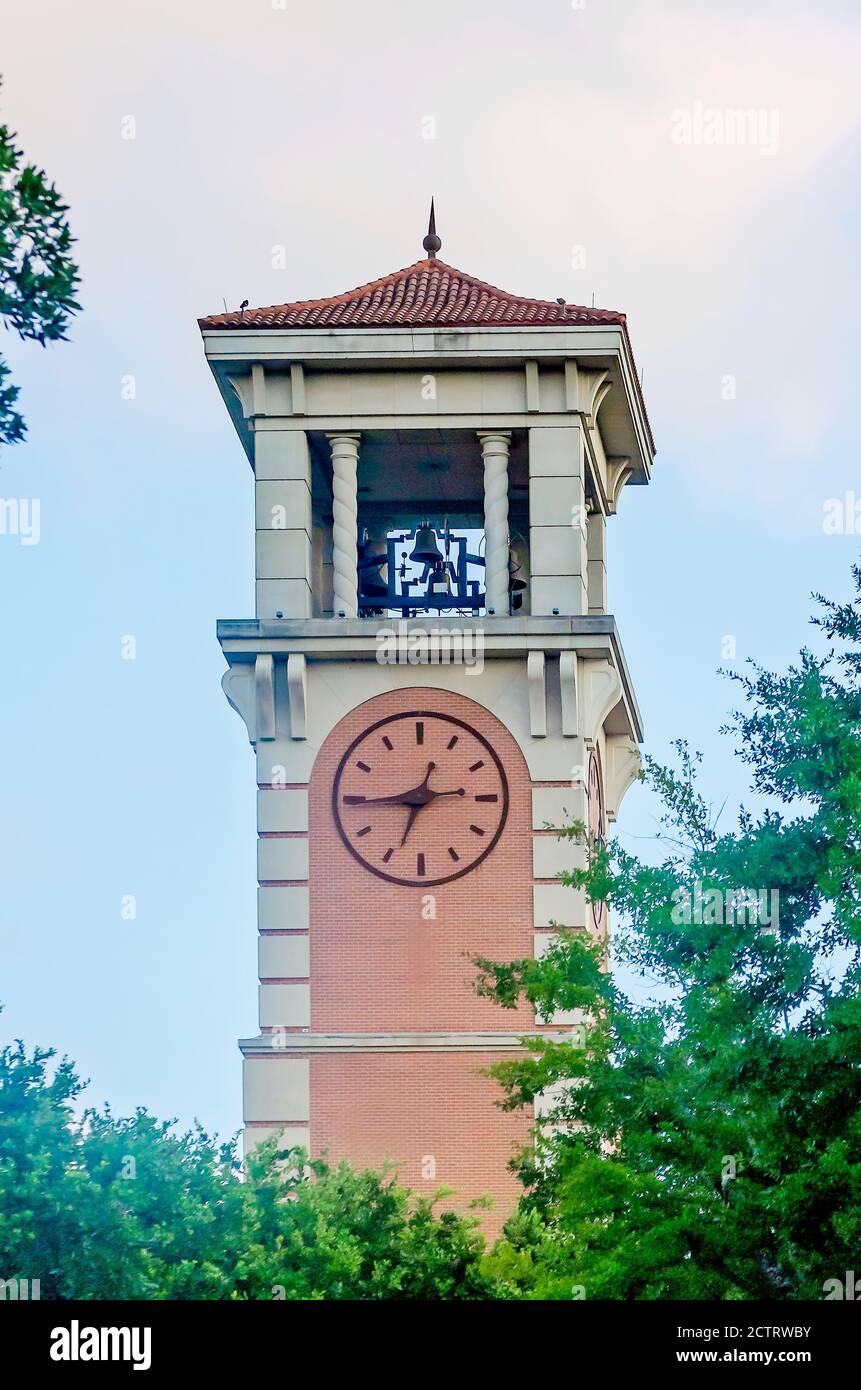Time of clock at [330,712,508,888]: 12:44
